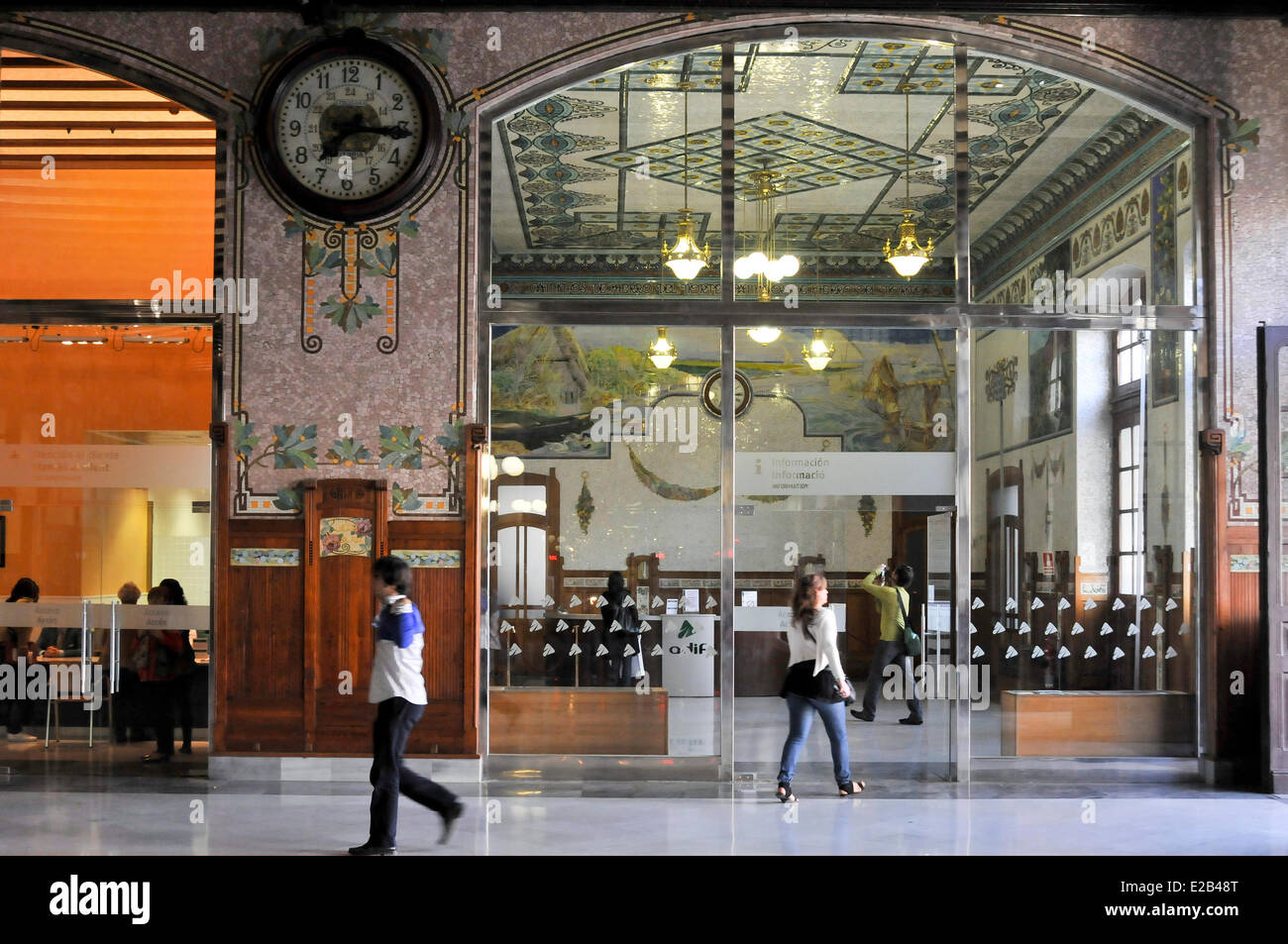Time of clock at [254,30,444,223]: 7:15
